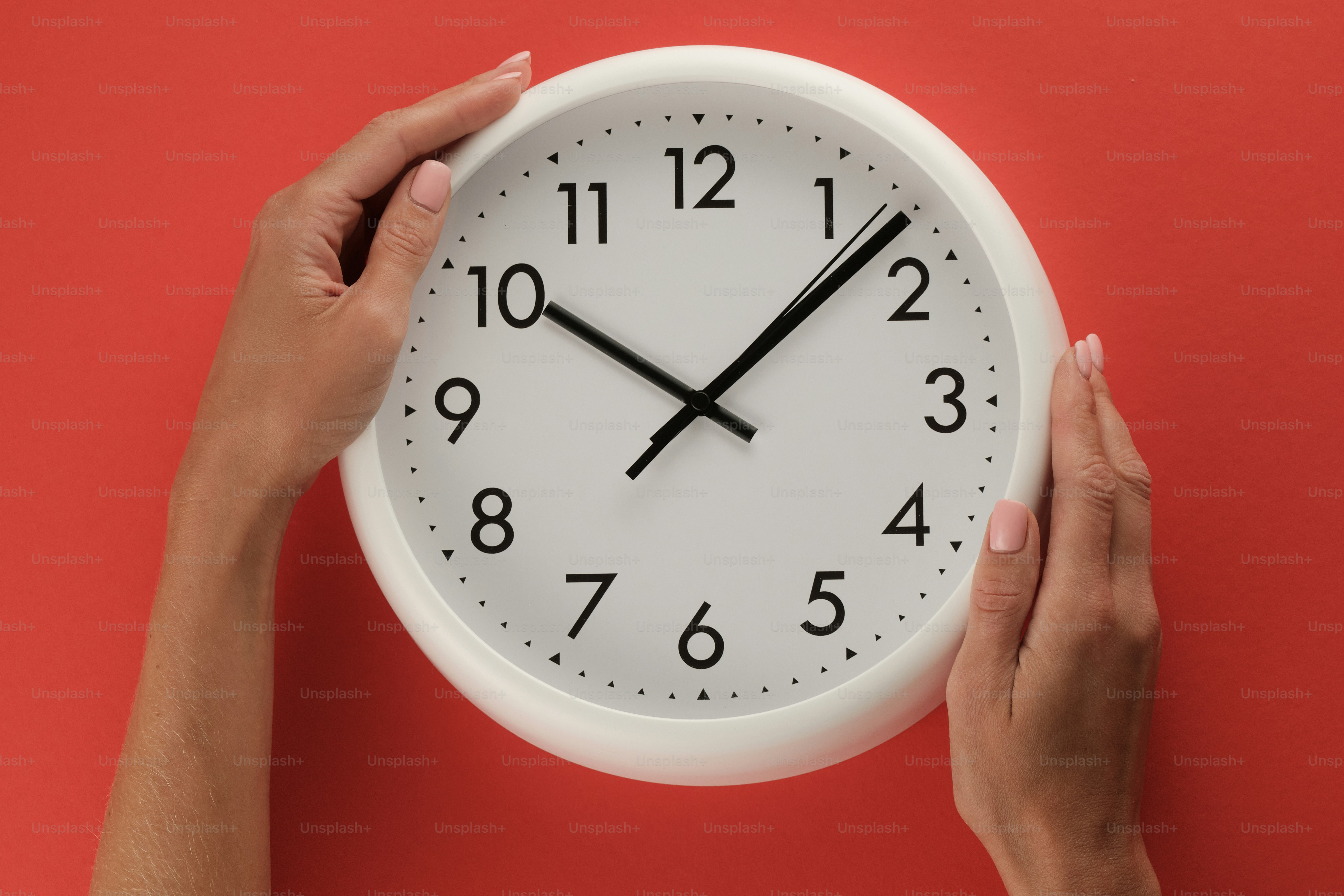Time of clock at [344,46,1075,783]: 10:07
